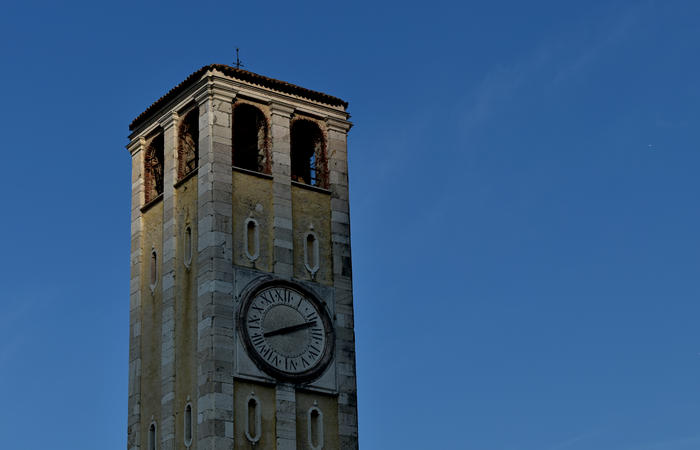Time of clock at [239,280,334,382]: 8:11
